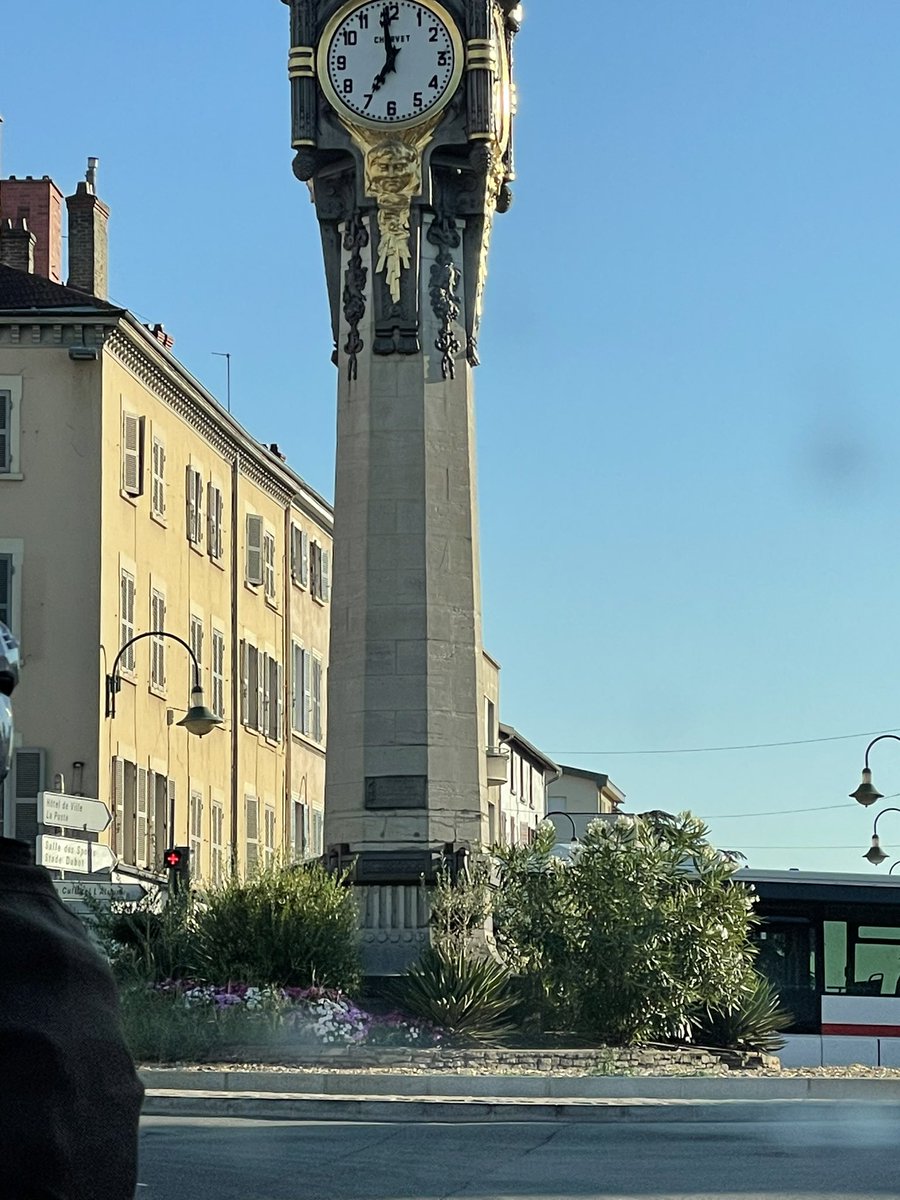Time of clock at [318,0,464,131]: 6:58
